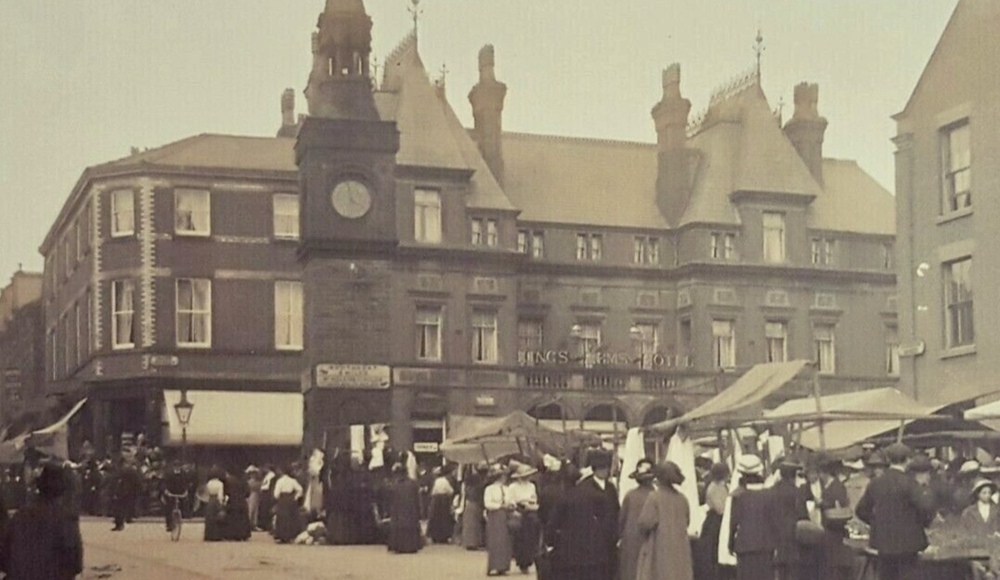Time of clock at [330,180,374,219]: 3:58
